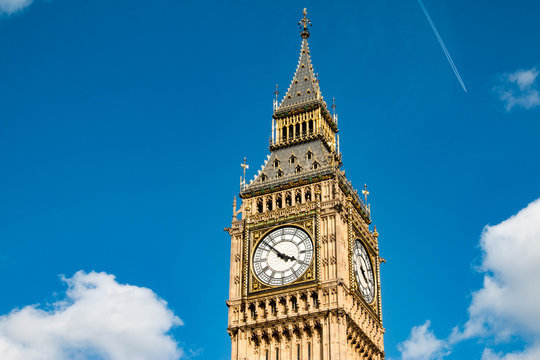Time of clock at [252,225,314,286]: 3:52
